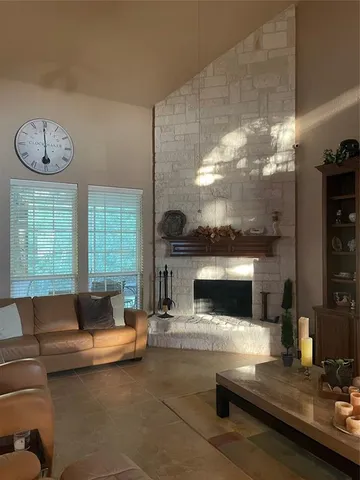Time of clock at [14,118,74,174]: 5:59
